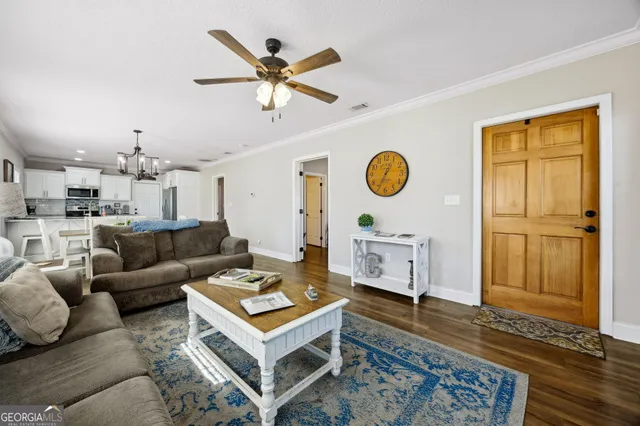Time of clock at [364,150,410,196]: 12:34
